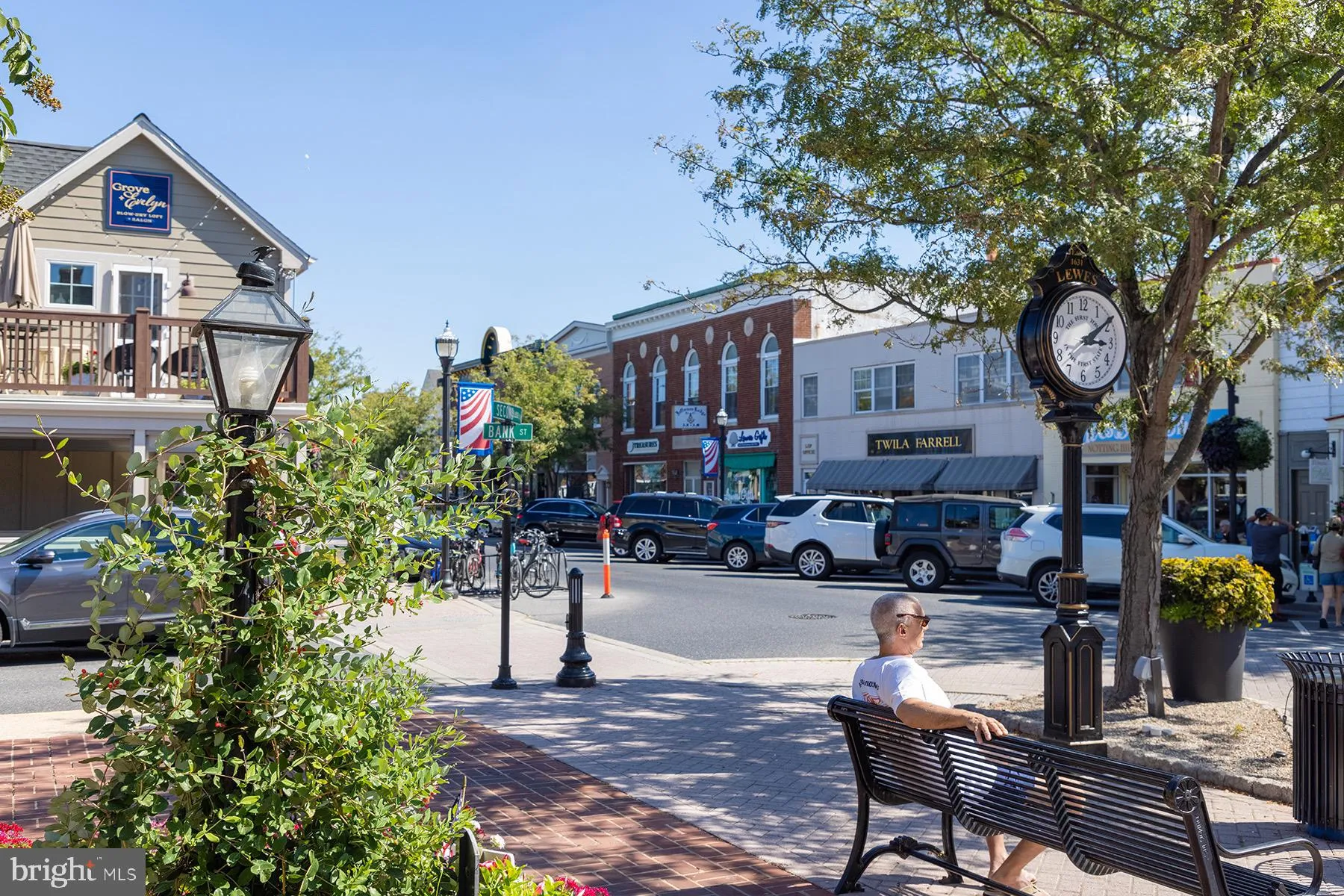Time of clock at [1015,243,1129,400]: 3:09
